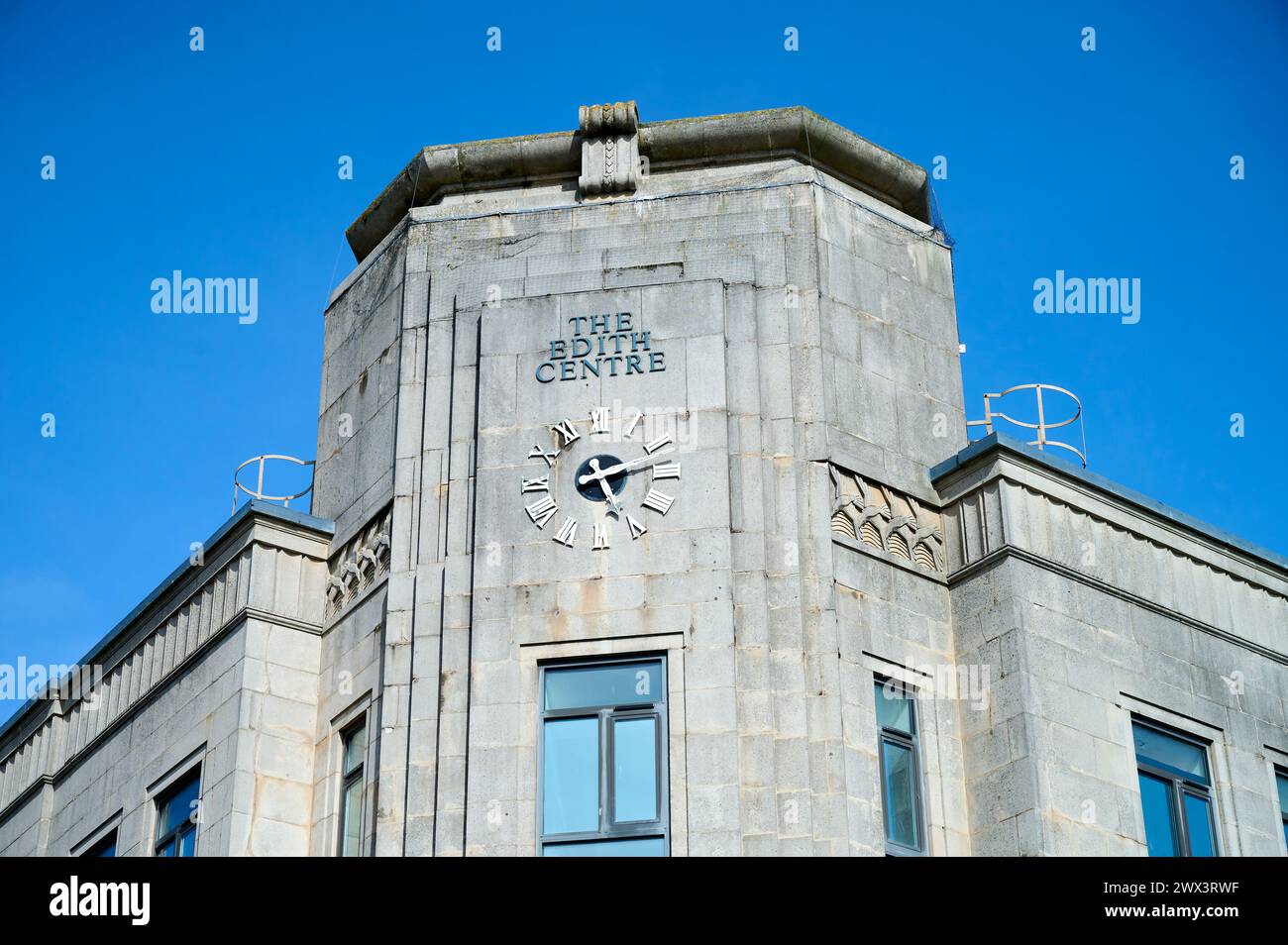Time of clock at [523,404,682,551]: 5:13
